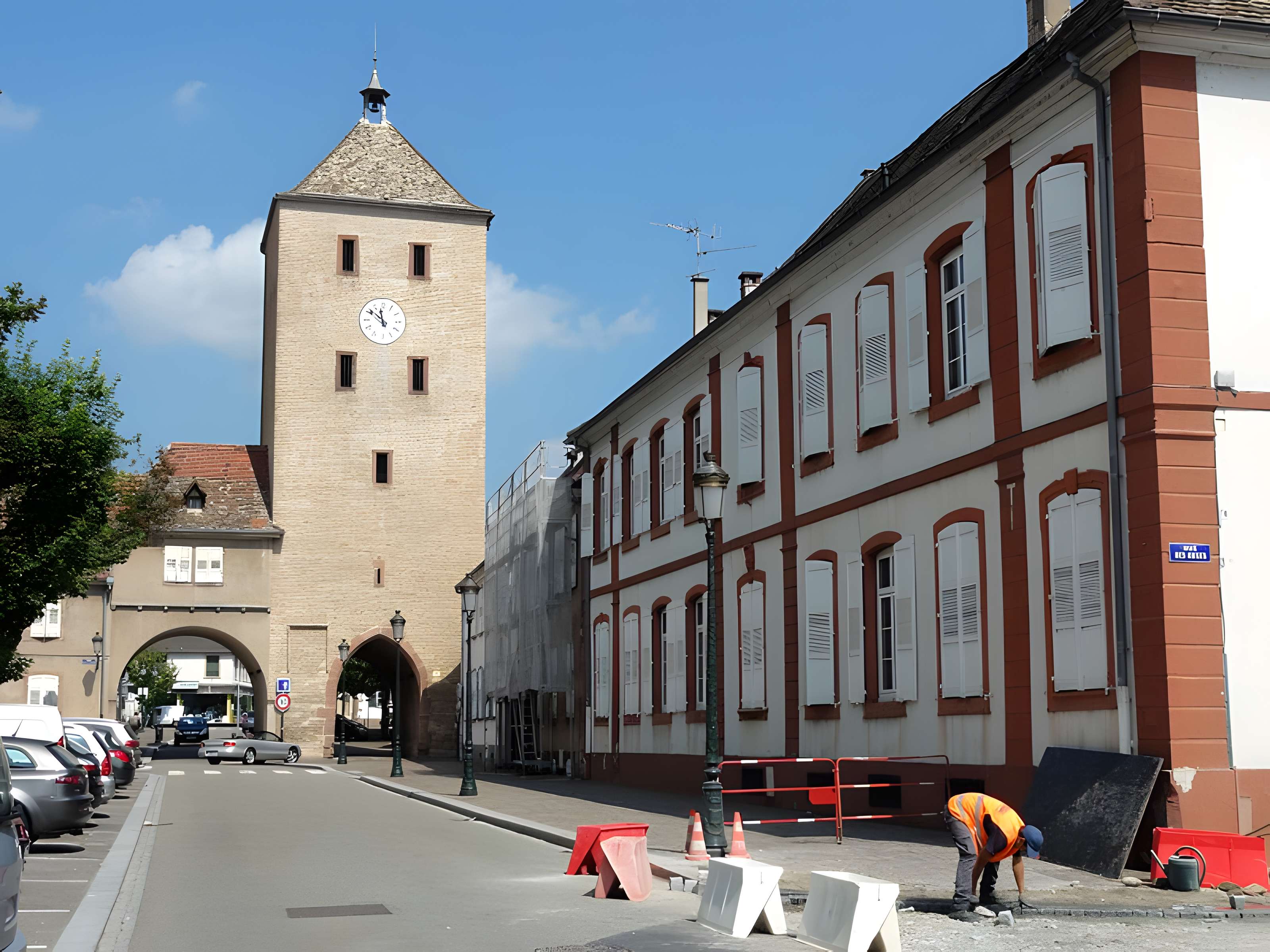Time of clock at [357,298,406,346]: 11:51
